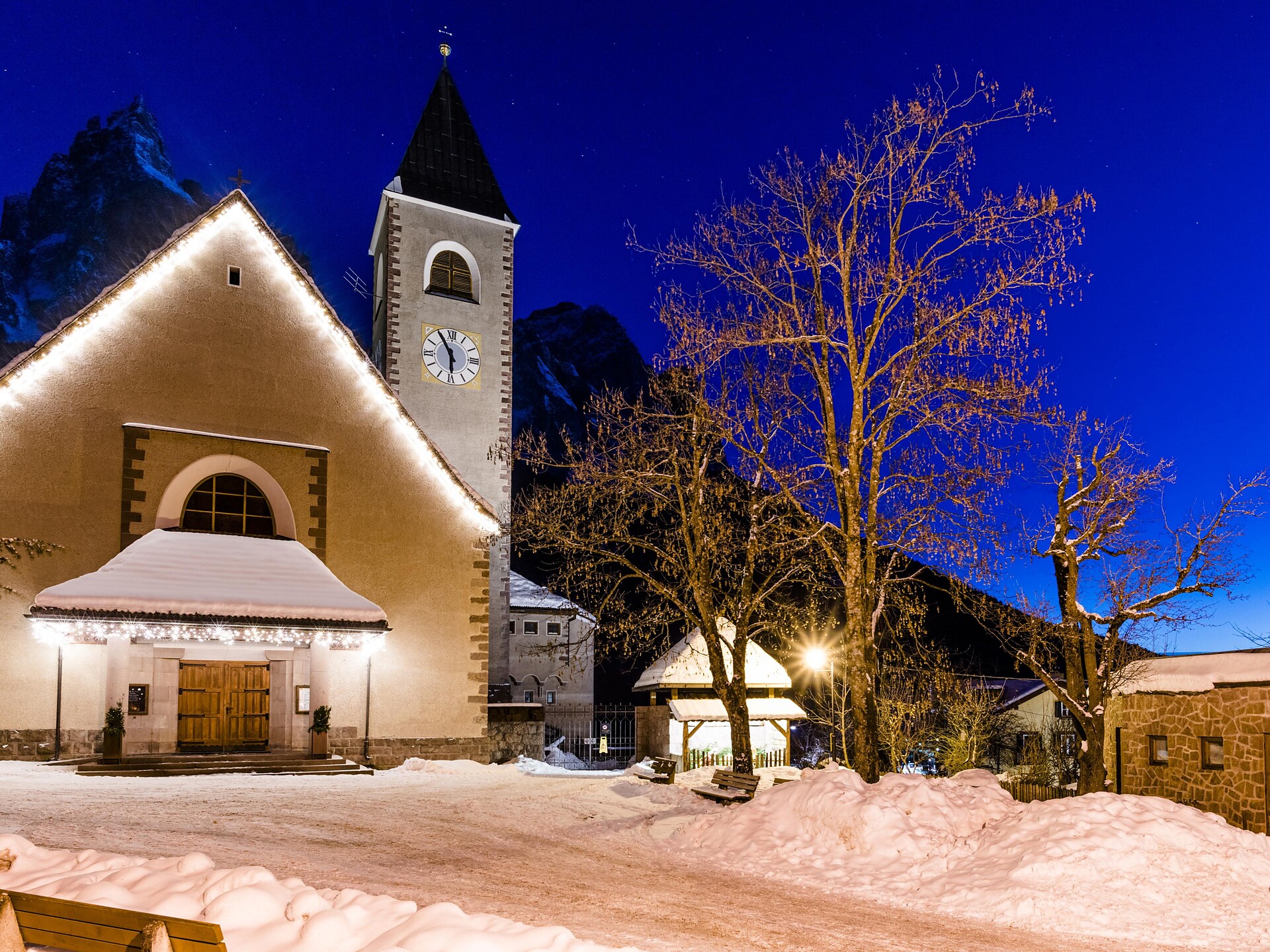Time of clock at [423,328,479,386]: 5:54
